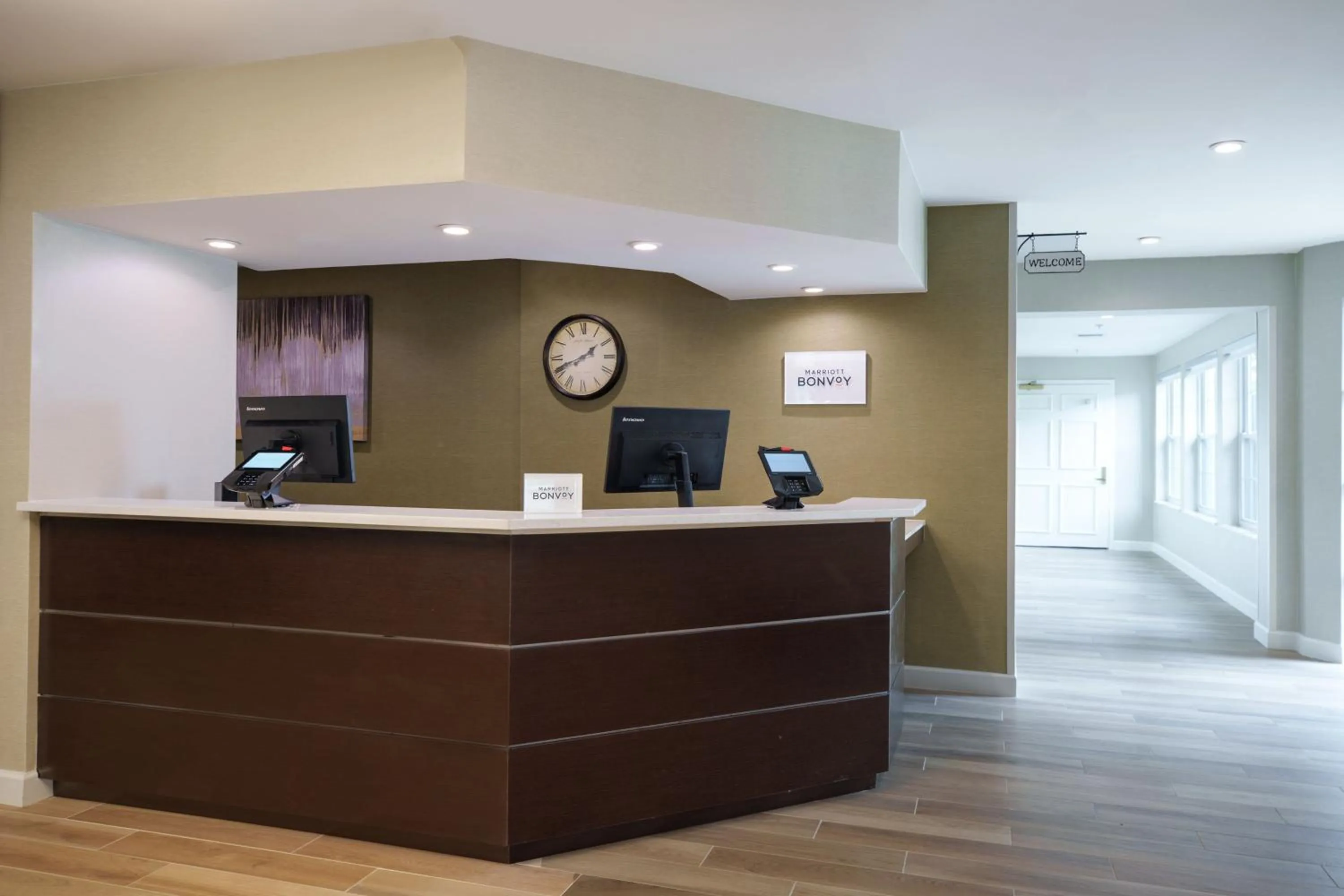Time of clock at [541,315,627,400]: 1:41
